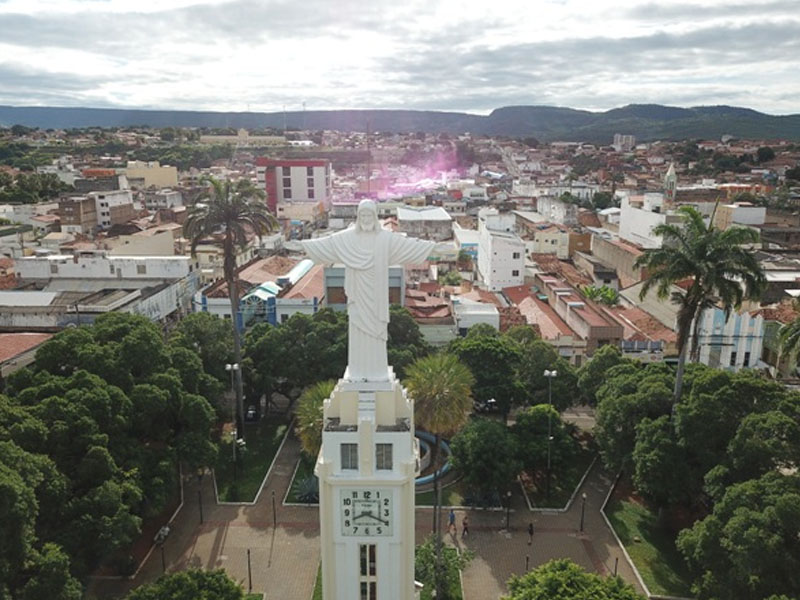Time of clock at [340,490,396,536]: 8:19
